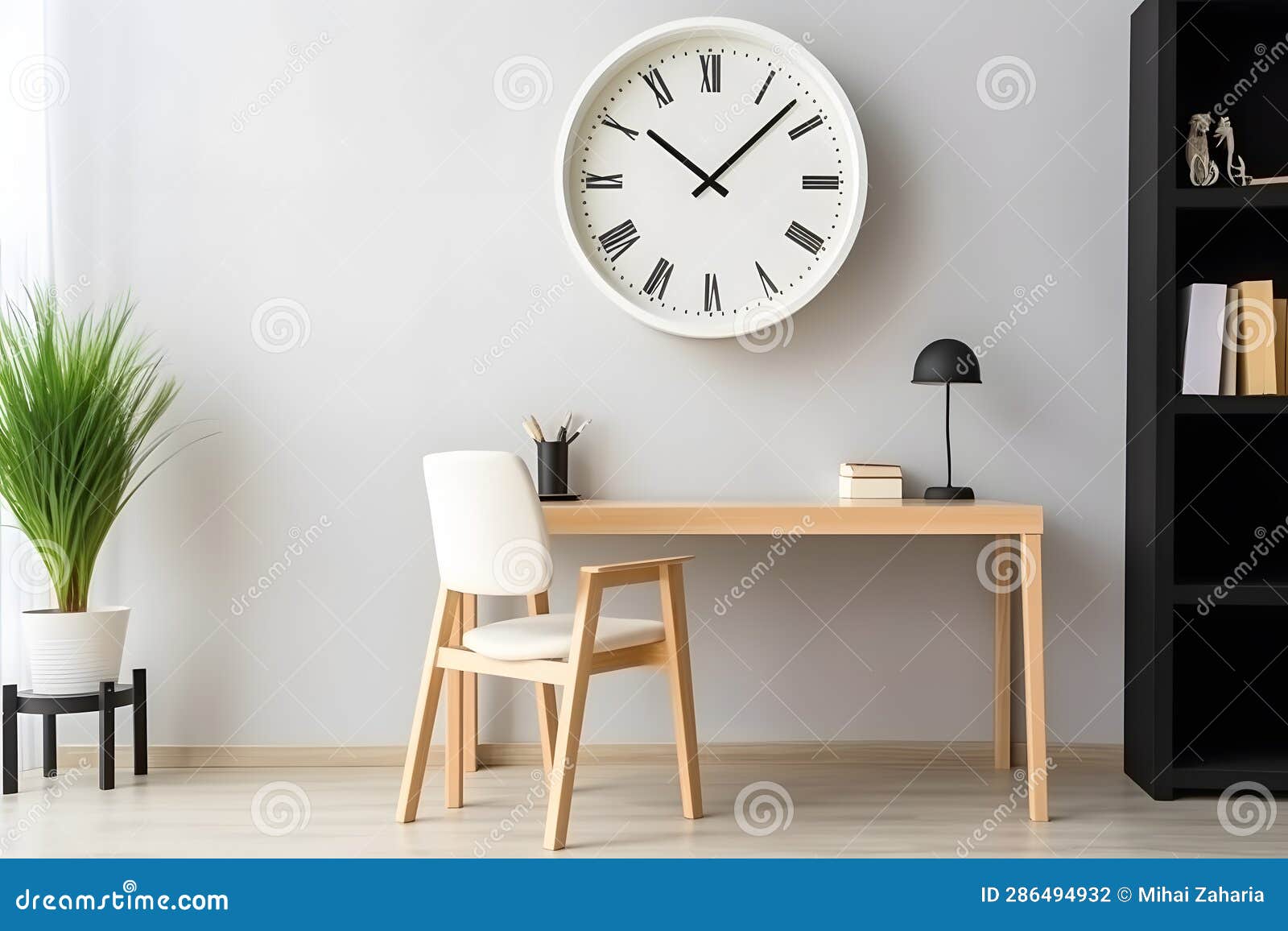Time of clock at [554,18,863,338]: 10:07
